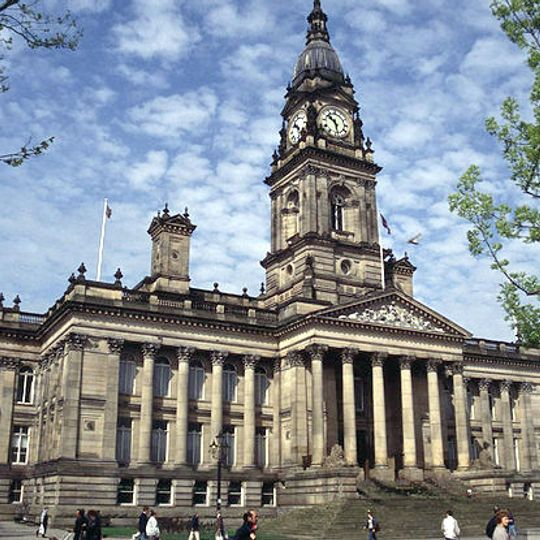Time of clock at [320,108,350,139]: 10:28
